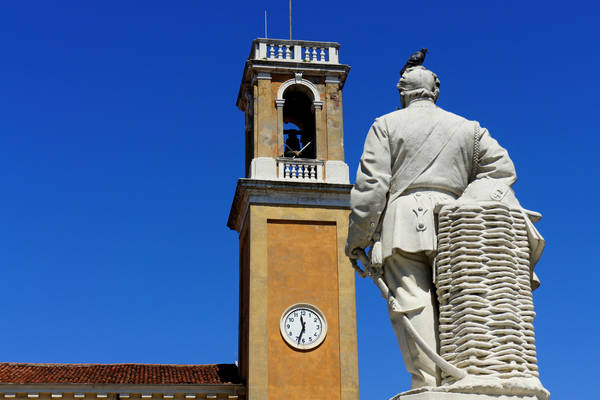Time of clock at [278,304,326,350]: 11:33
